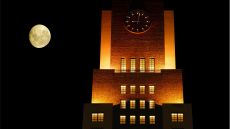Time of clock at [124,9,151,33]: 9:01
